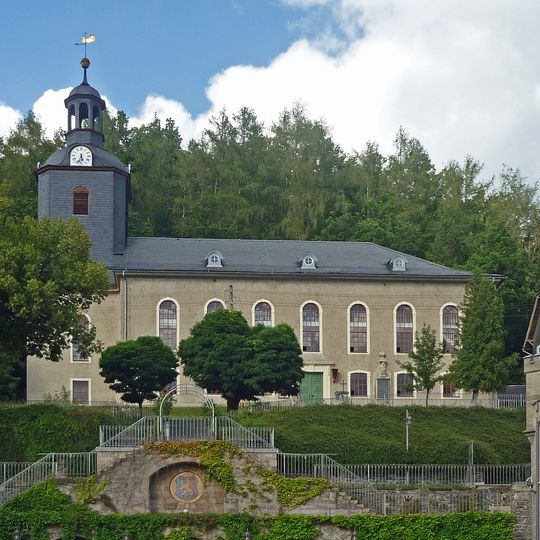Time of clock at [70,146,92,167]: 5:32
